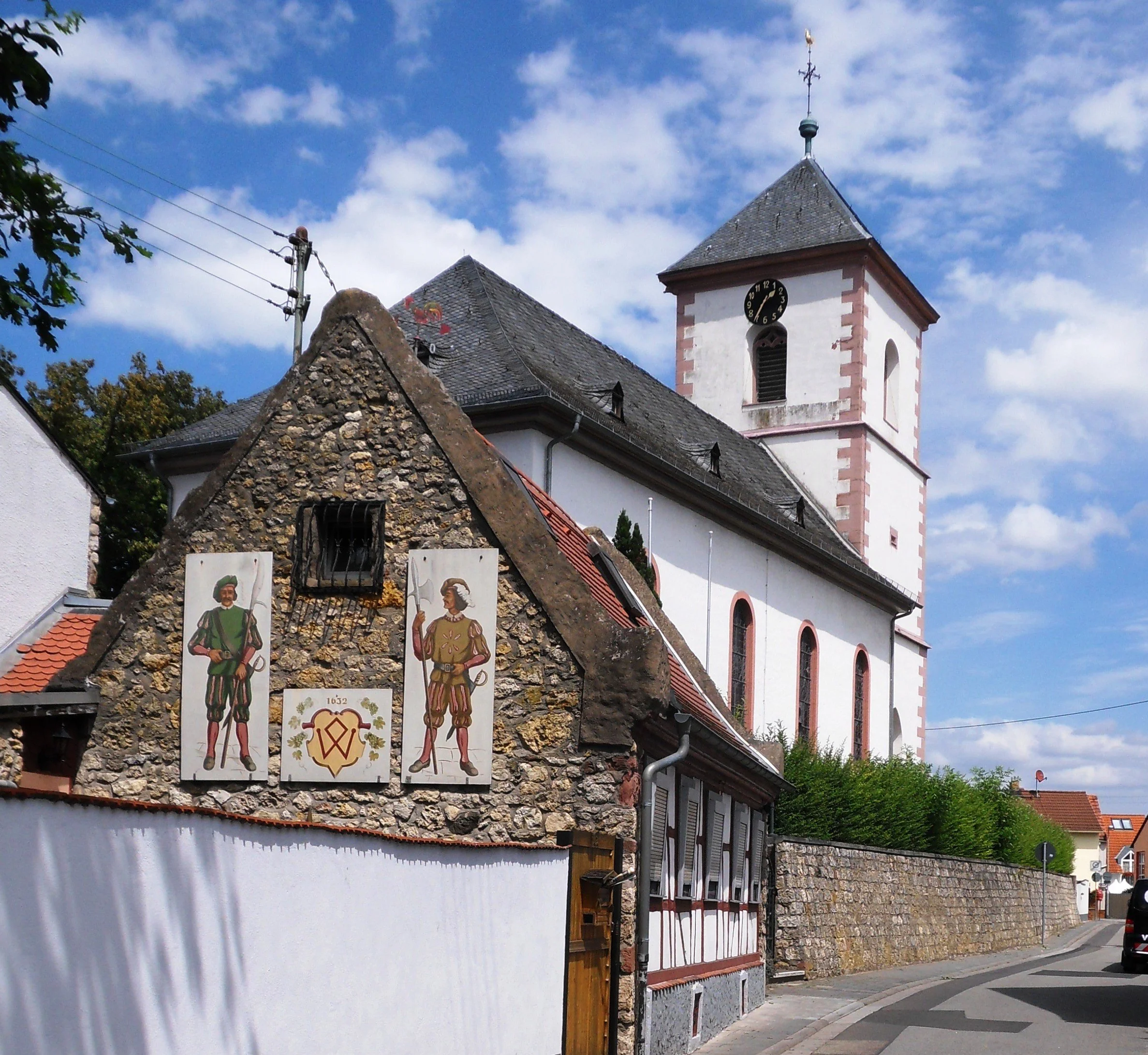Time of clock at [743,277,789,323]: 1:35
